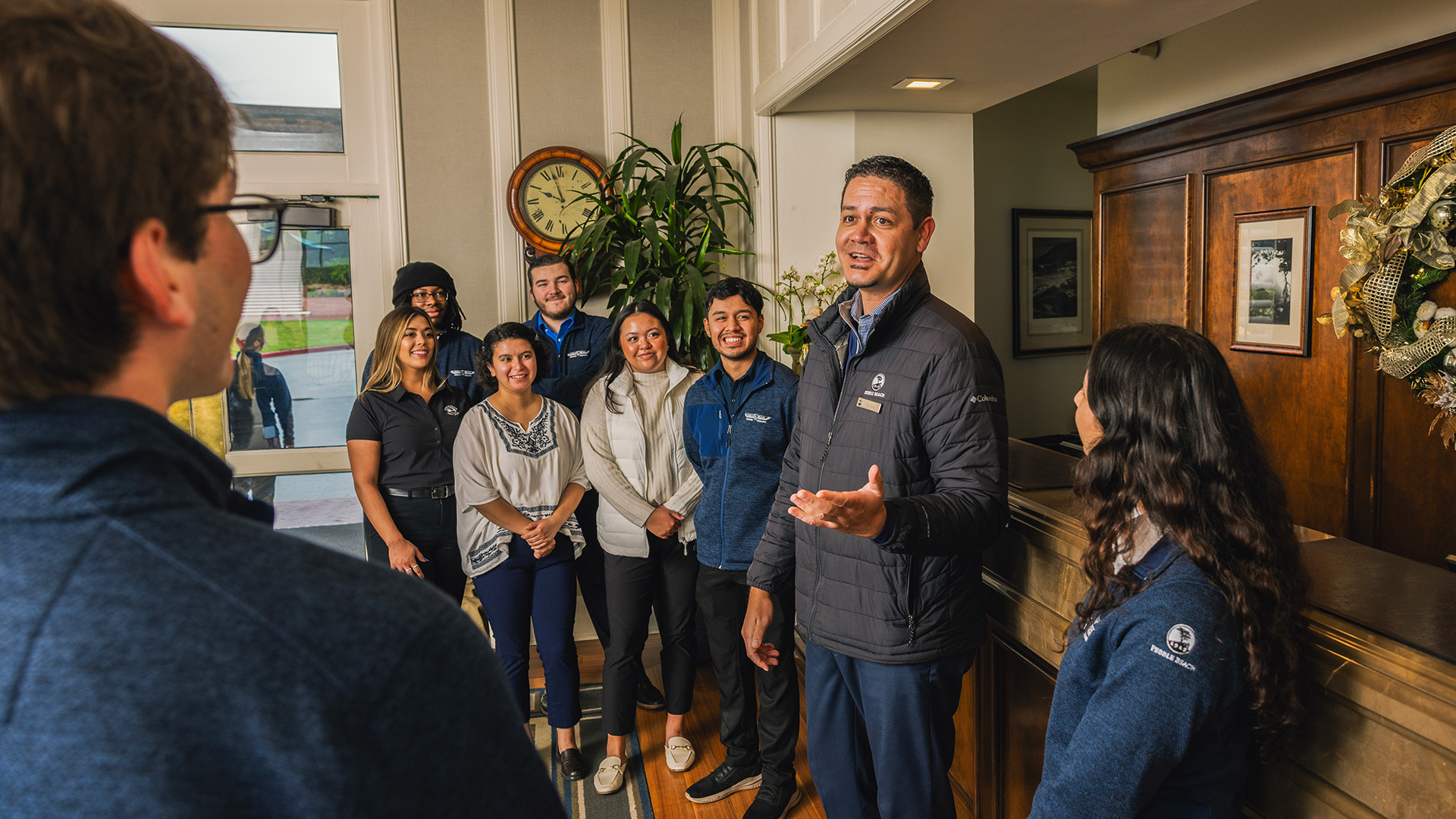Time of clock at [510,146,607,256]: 9:57
